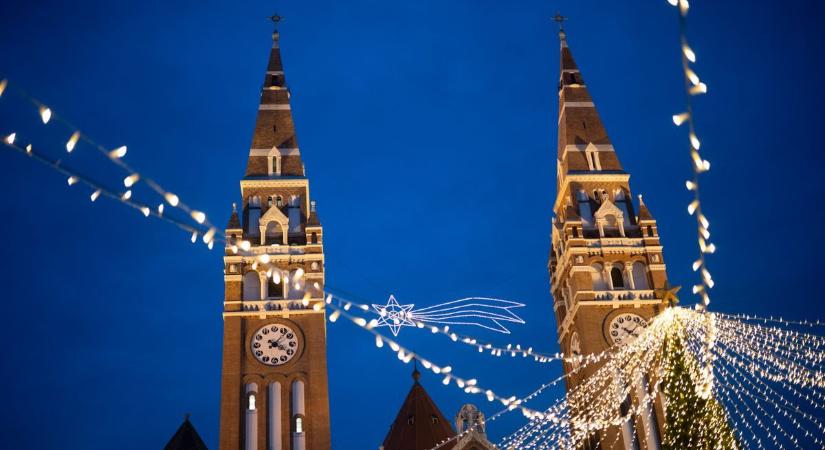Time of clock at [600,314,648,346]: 10:07
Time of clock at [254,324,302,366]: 4:07
